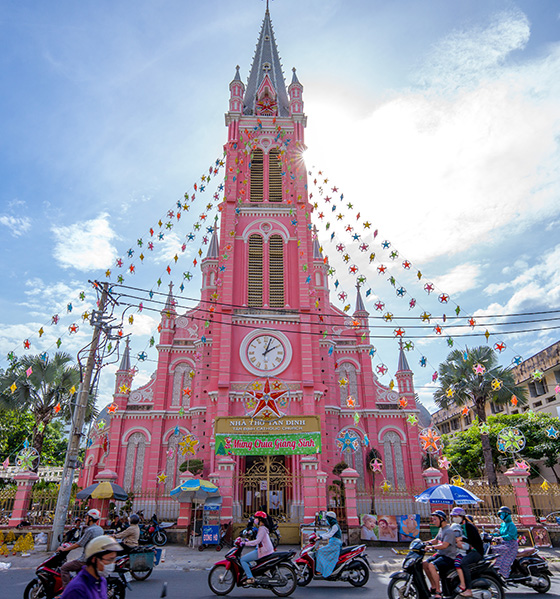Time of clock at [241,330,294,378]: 2:03
